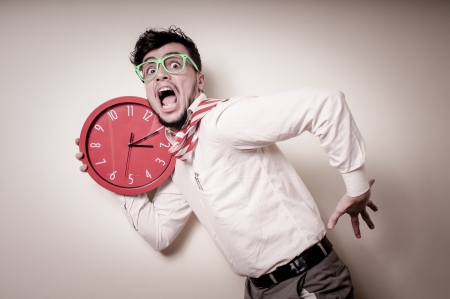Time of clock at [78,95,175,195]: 3:10
